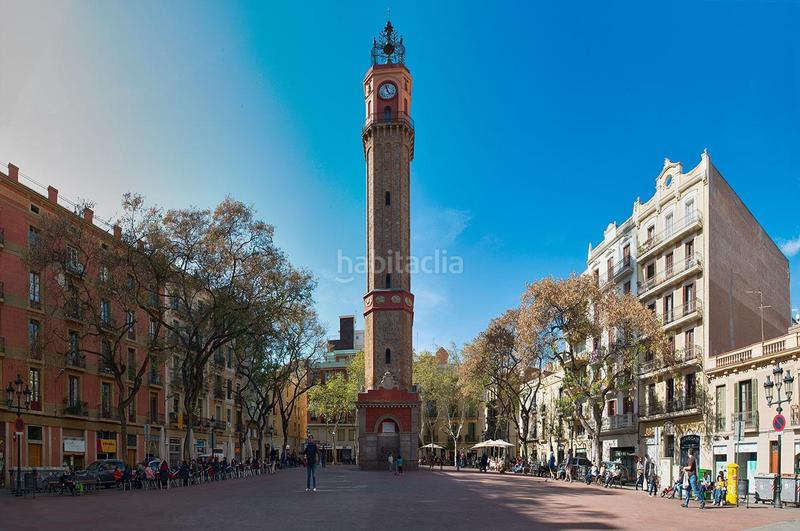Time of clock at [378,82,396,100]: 4:57
